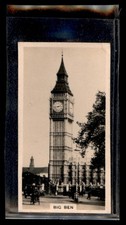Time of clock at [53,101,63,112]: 2:43
